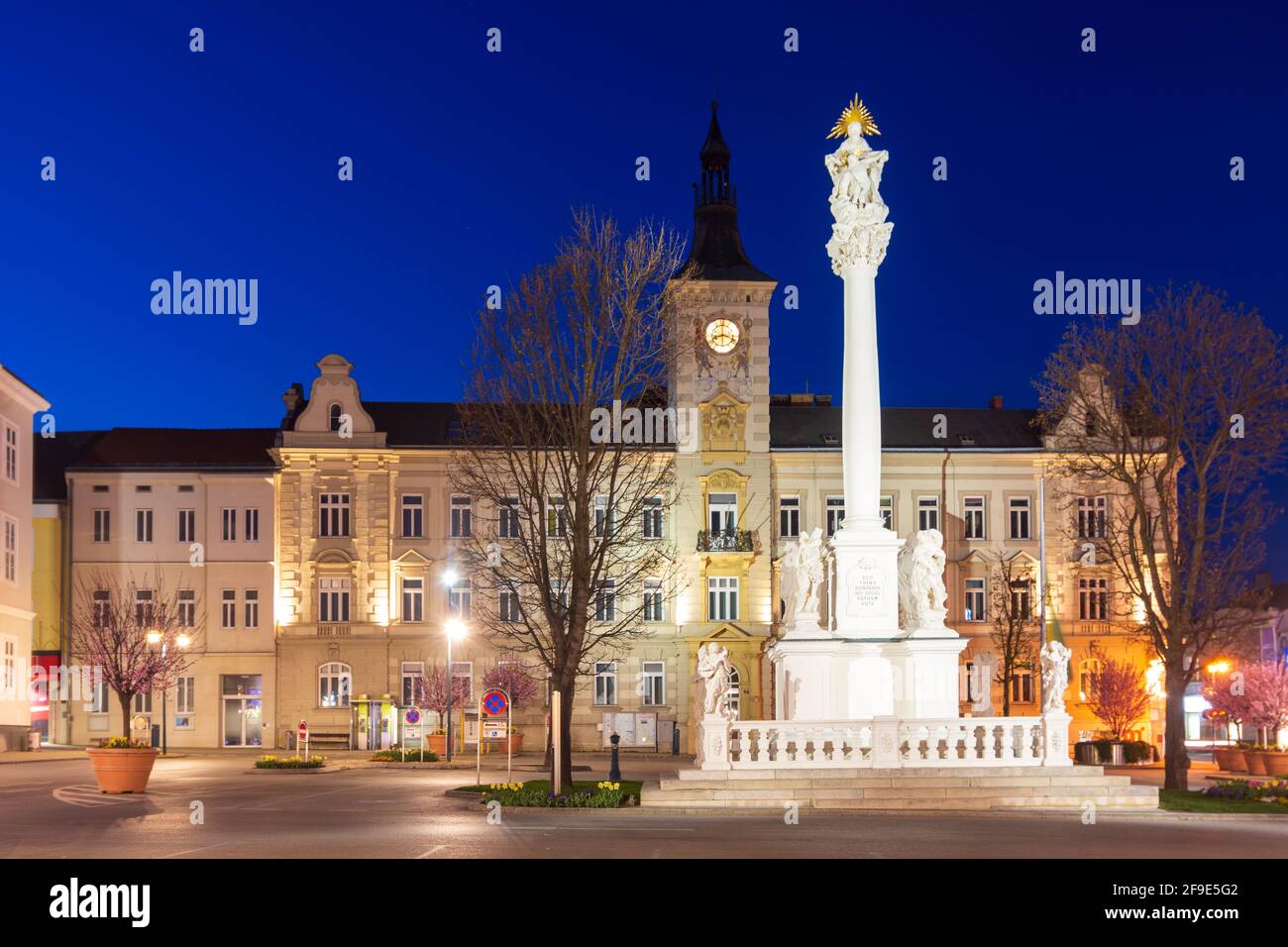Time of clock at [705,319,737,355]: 8:18
